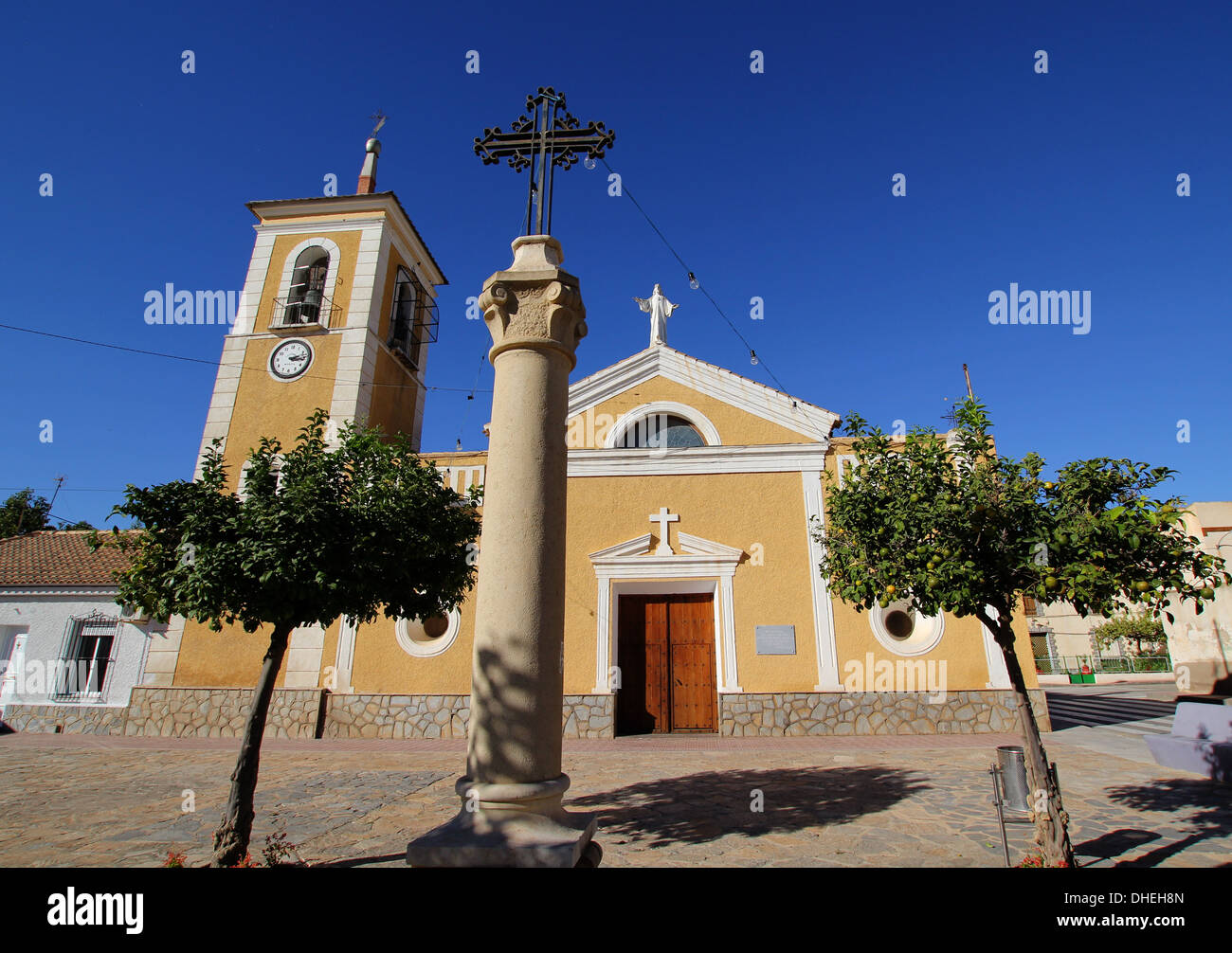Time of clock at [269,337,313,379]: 3:12
